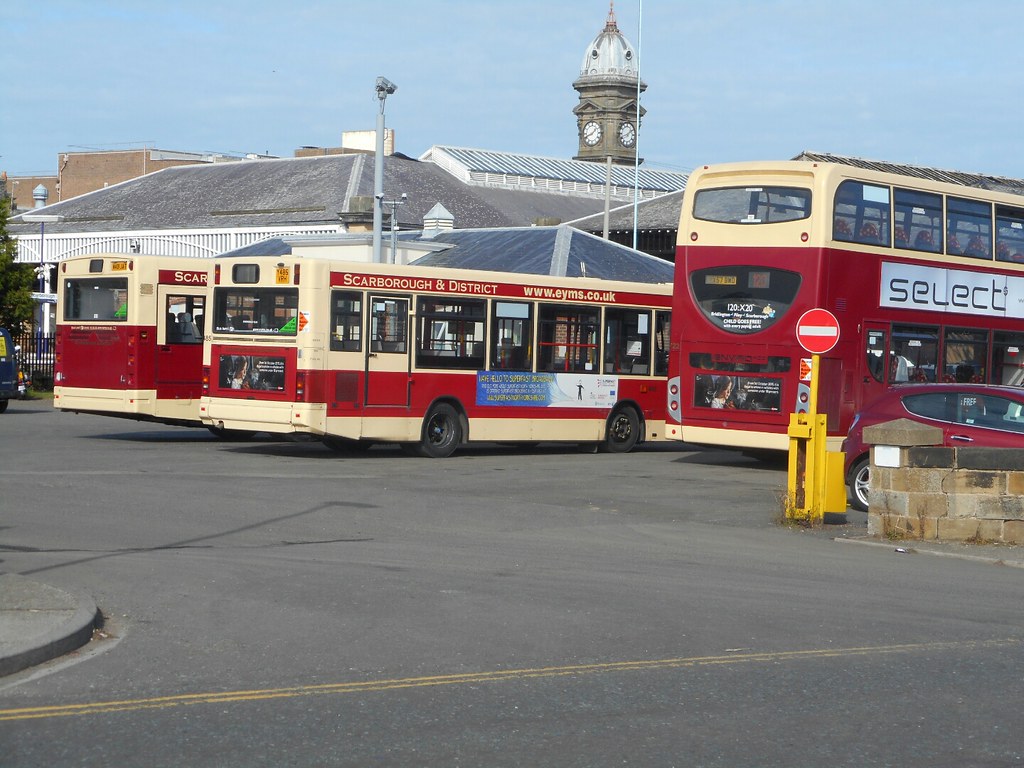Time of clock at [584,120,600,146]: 1:41
